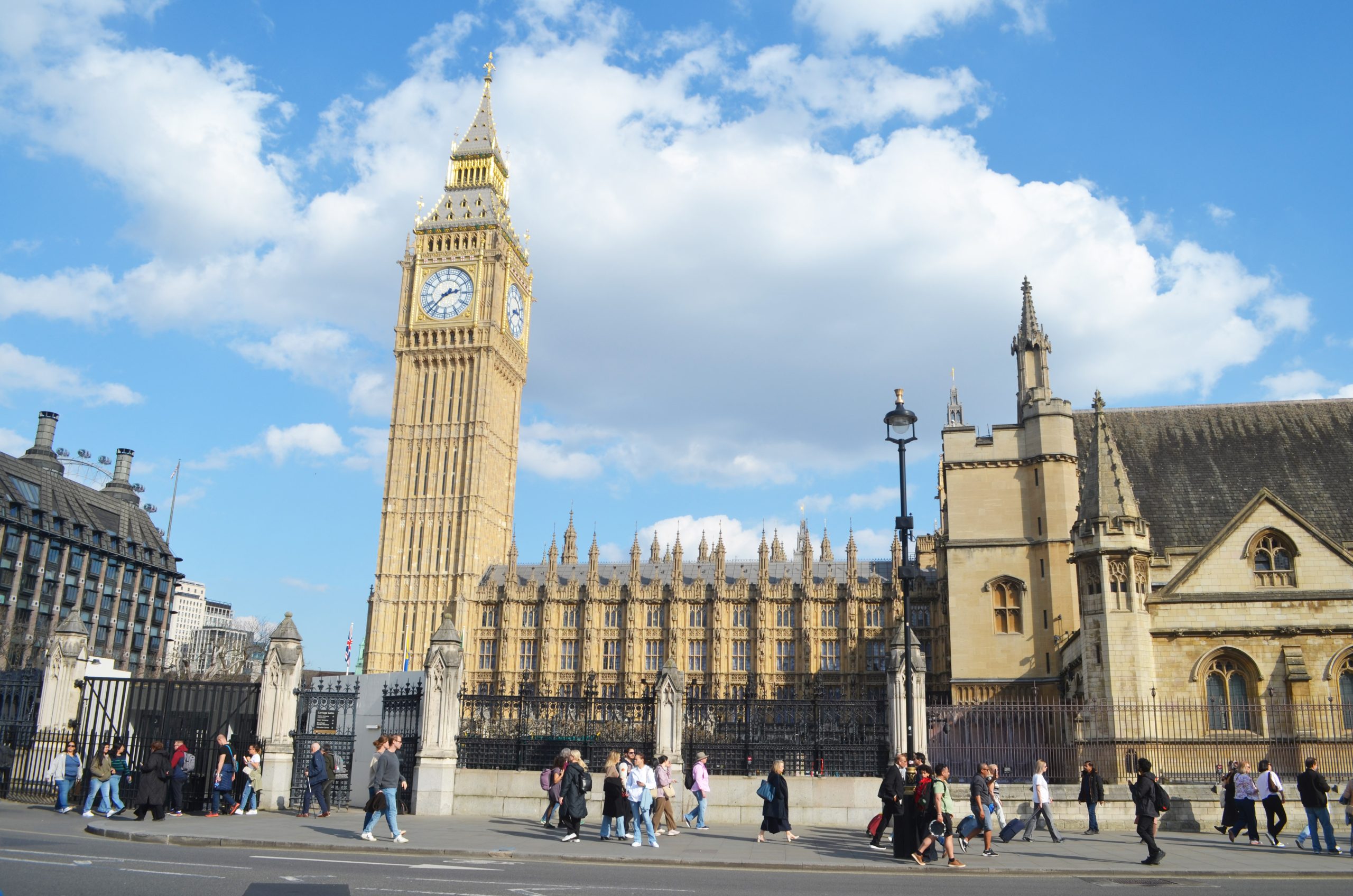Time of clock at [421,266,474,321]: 2:37
